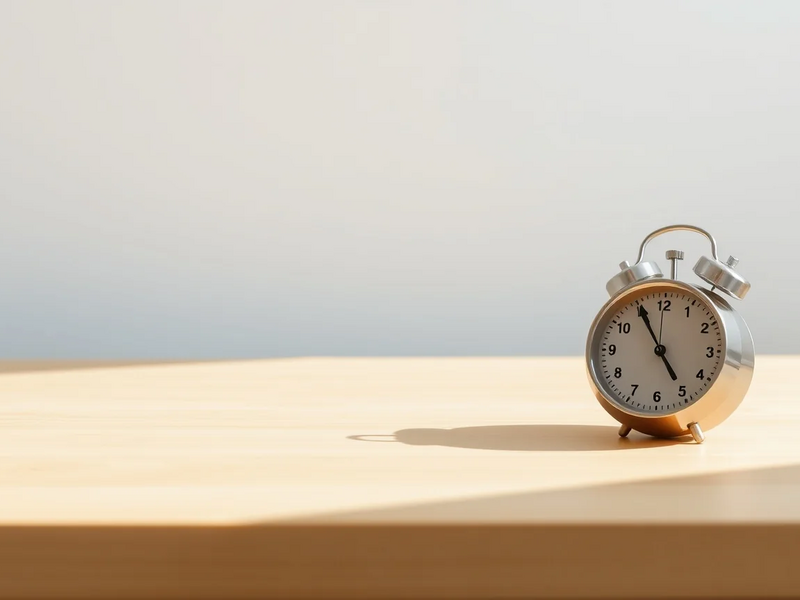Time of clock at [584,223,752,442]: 4:55
